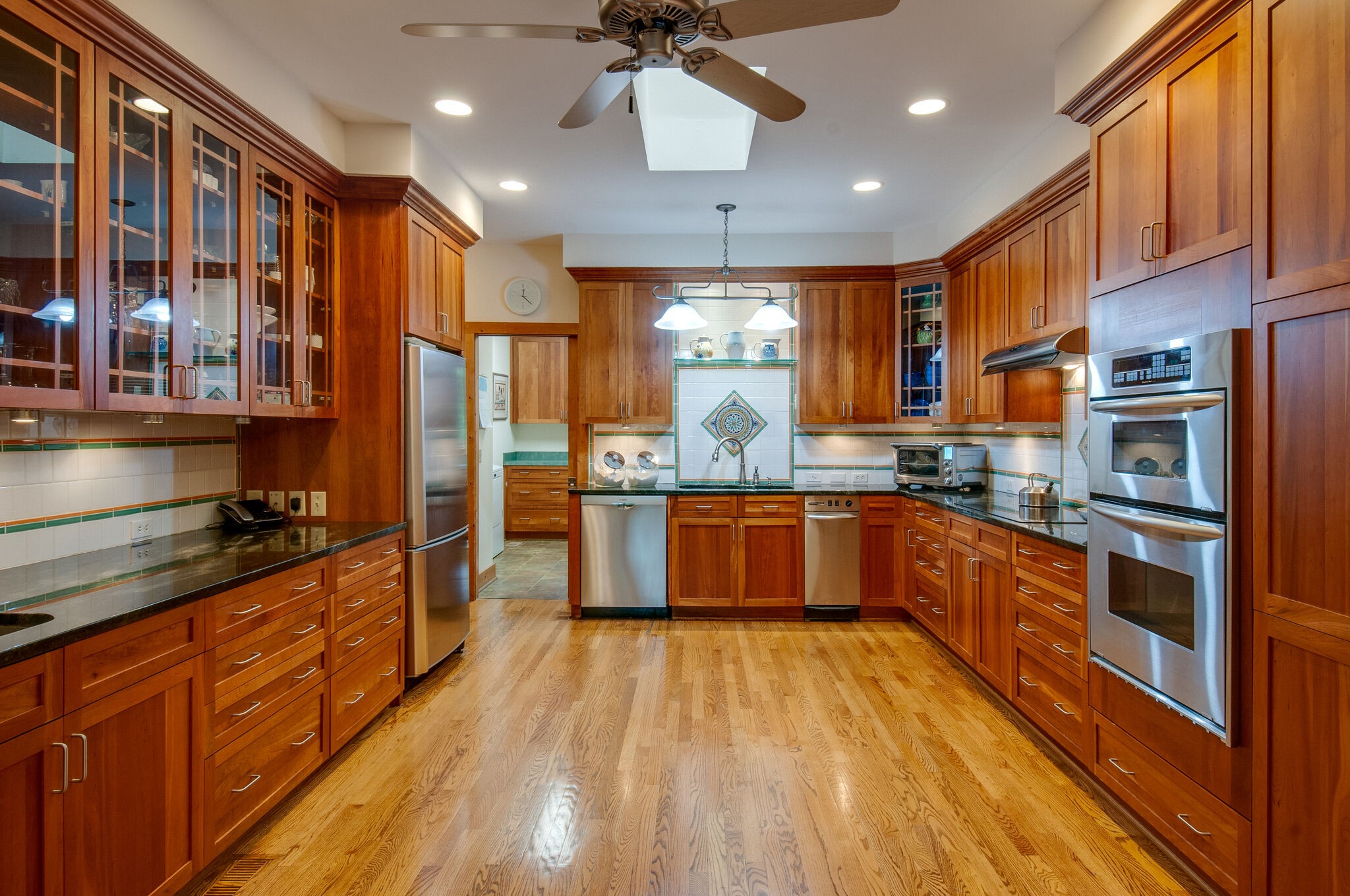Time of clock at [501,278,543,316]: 12:22
